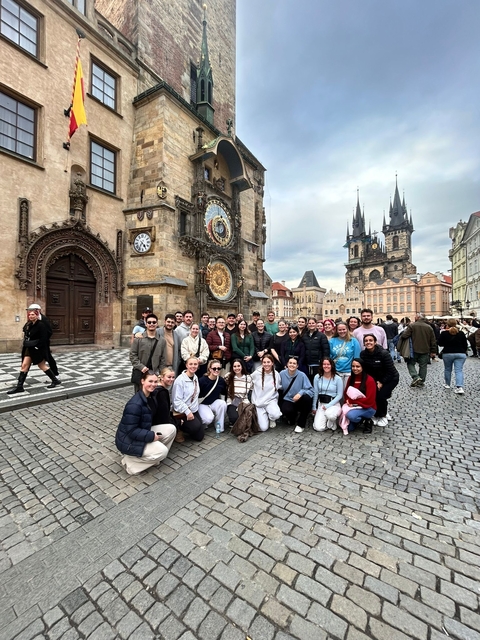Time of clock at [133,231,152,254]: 4:35
